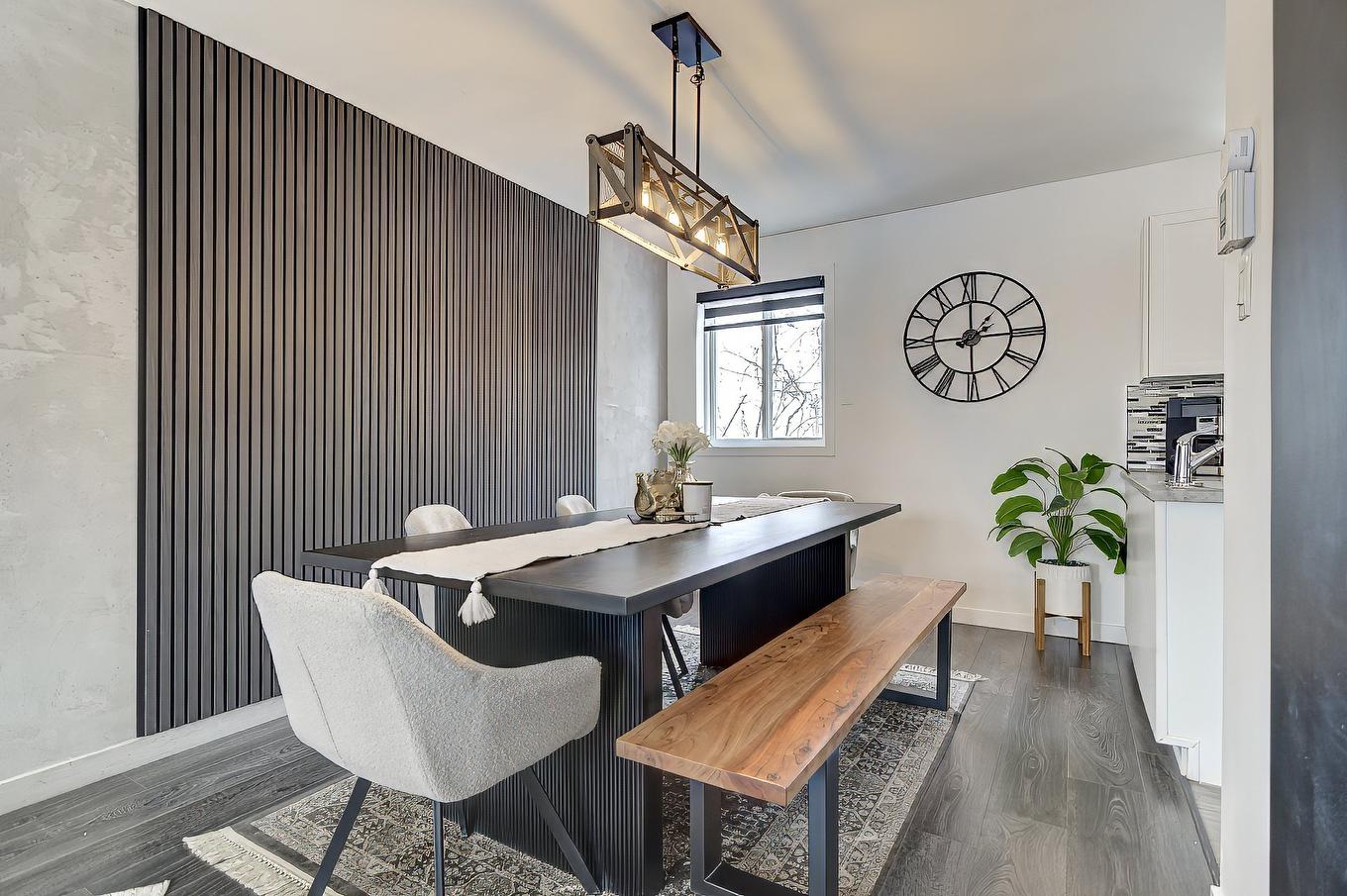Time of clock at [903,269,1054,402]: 2:00
